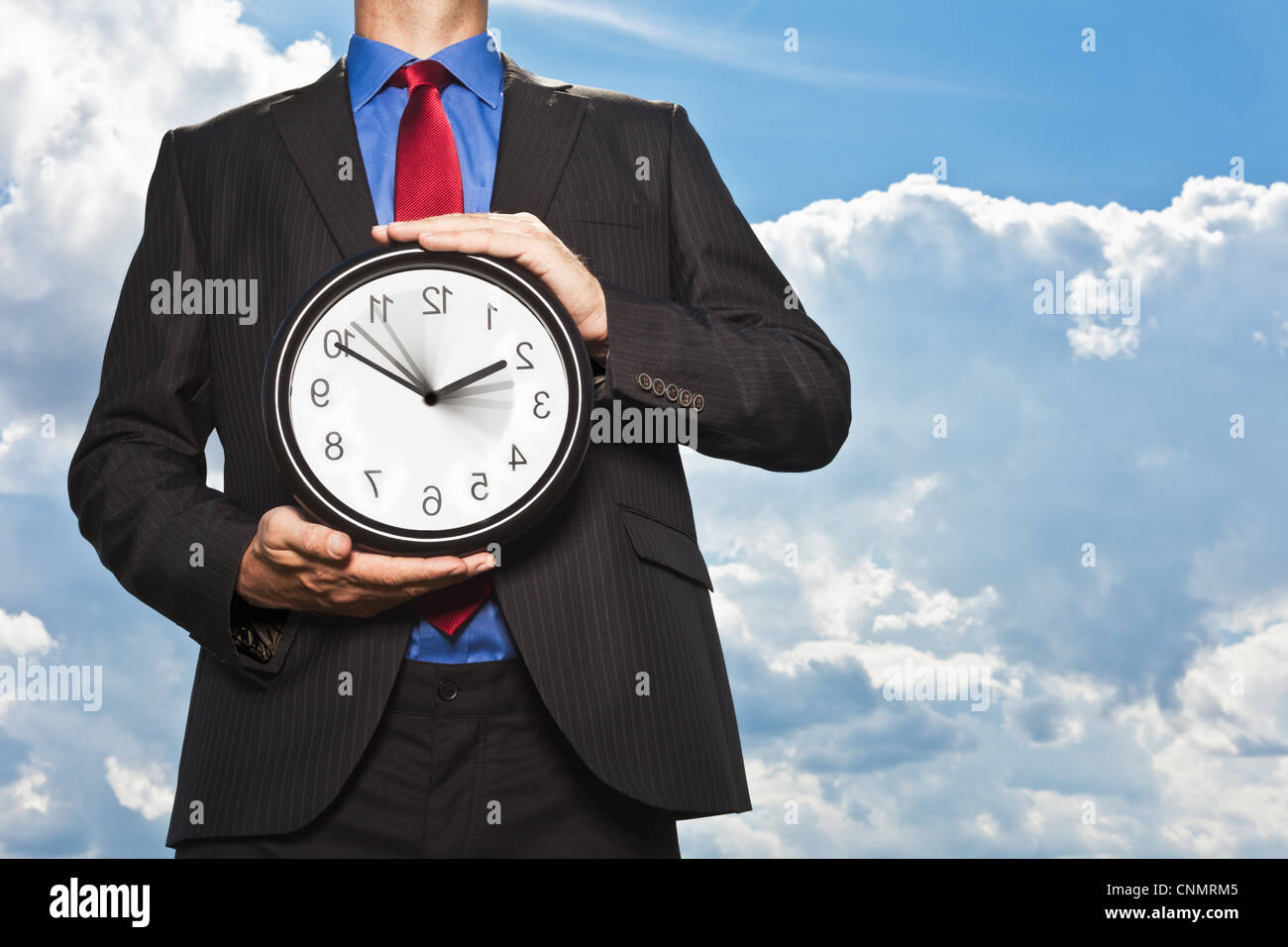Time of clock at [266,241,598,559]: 1:49
